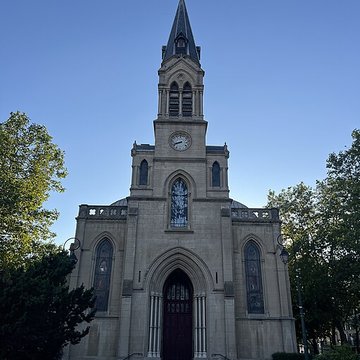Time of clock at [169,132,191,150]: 8:41
